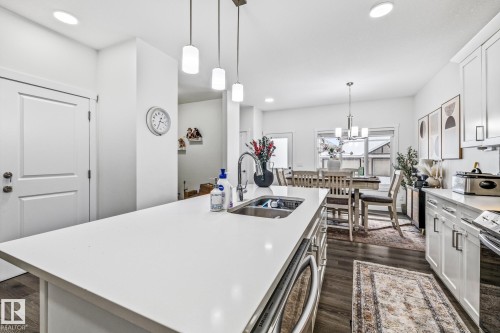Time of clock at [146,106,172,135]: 3:34
